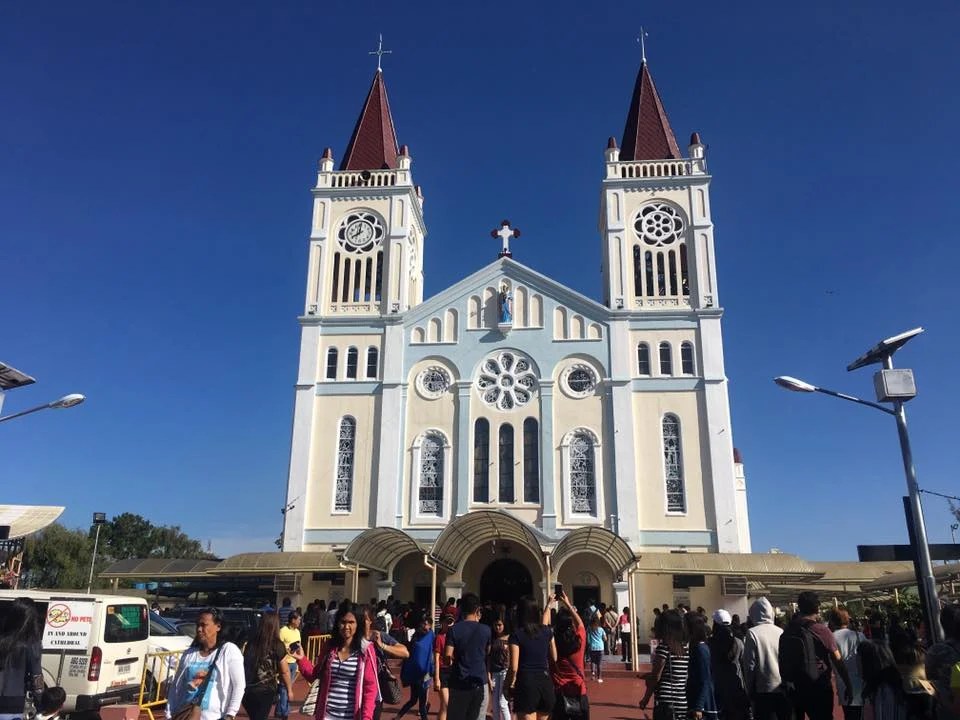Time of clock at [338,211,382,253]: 8:01
